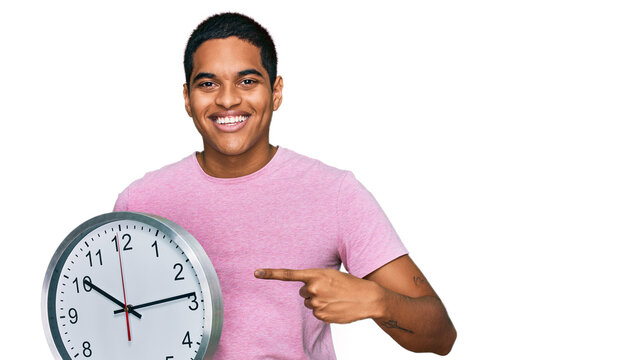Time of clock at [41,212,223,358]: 10:13
